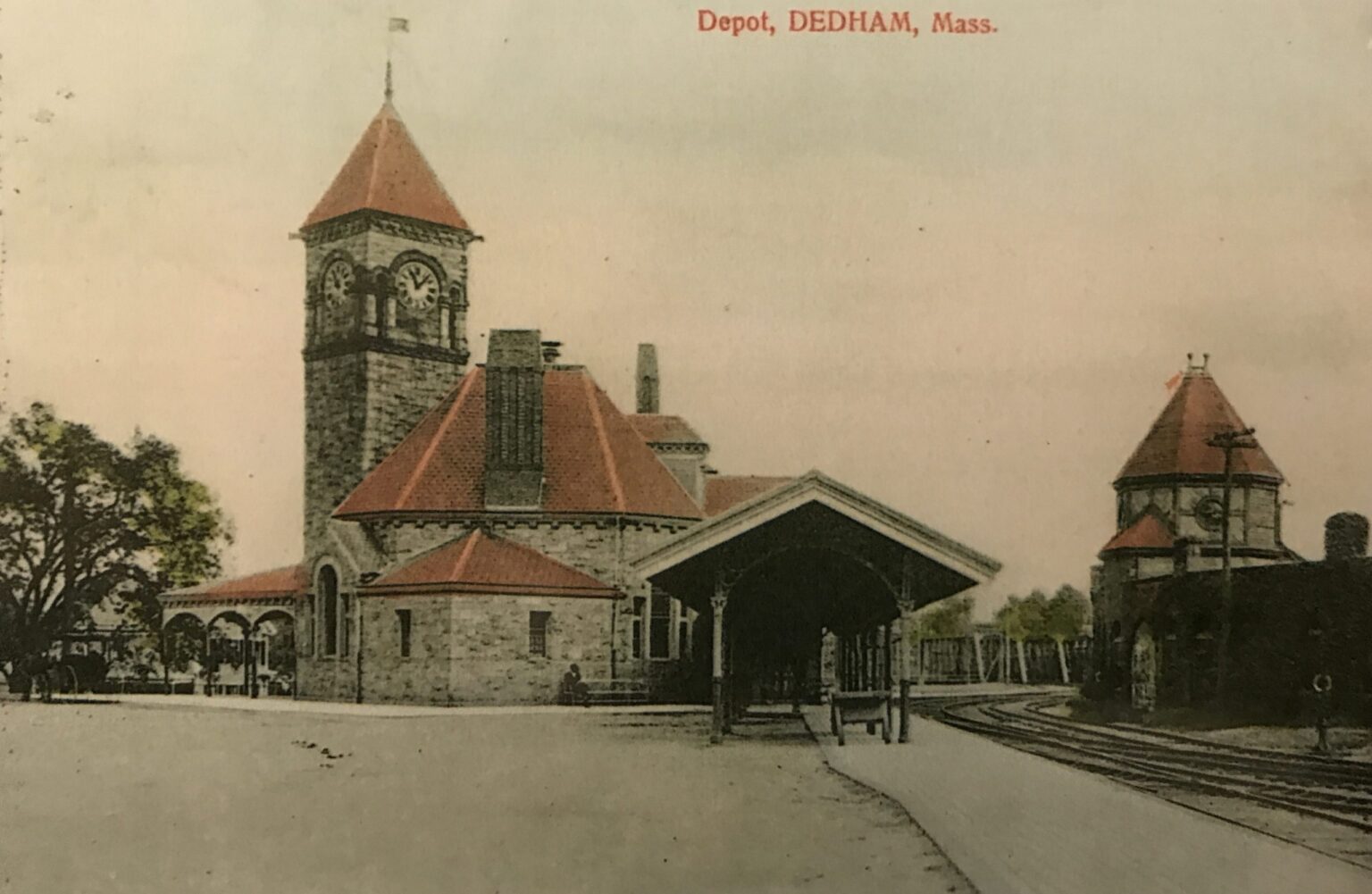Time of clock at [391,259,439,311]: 11:07
